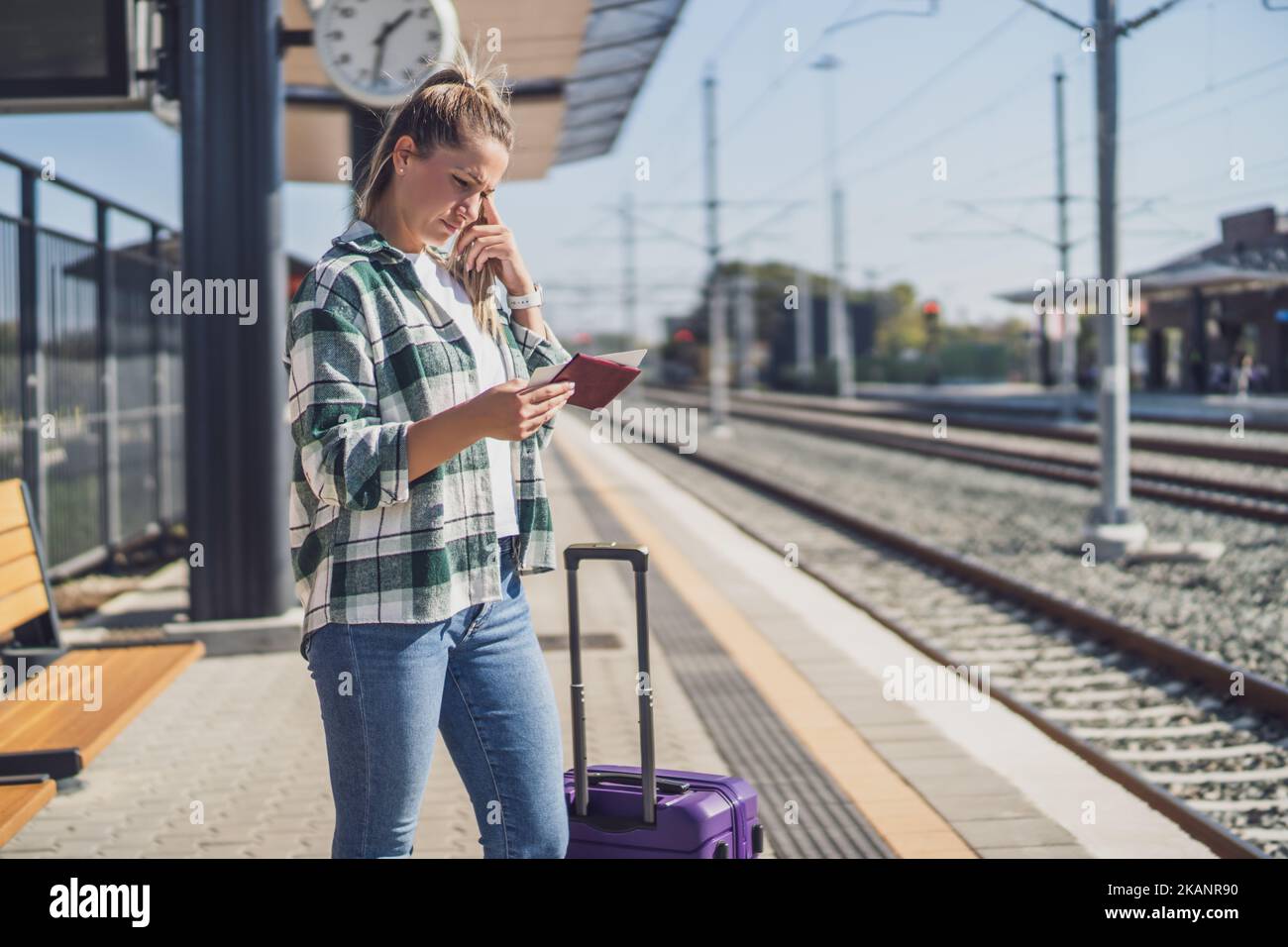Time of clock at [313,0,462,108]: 1:32
